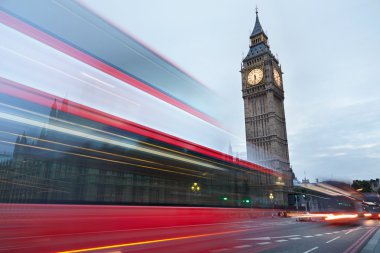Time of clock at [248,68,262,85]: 5:31
